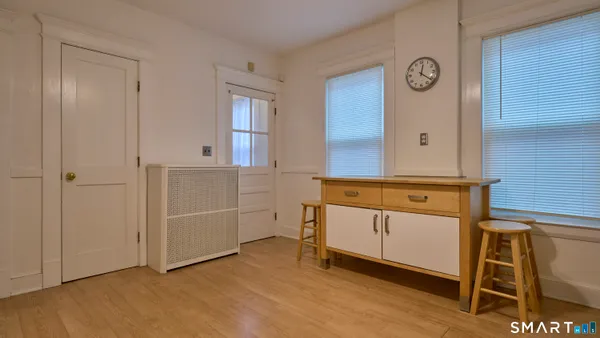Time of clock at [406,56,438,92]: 12:21
